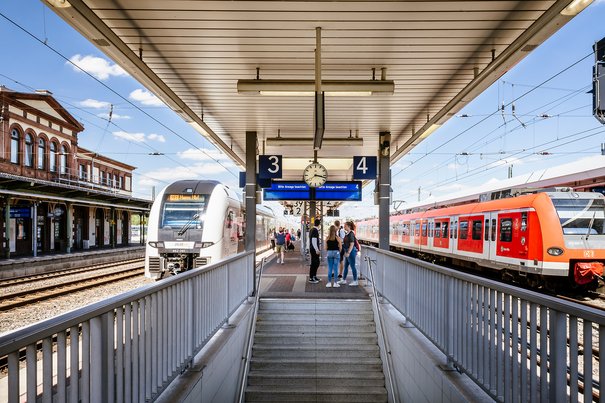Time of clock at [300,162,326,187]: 3:17
